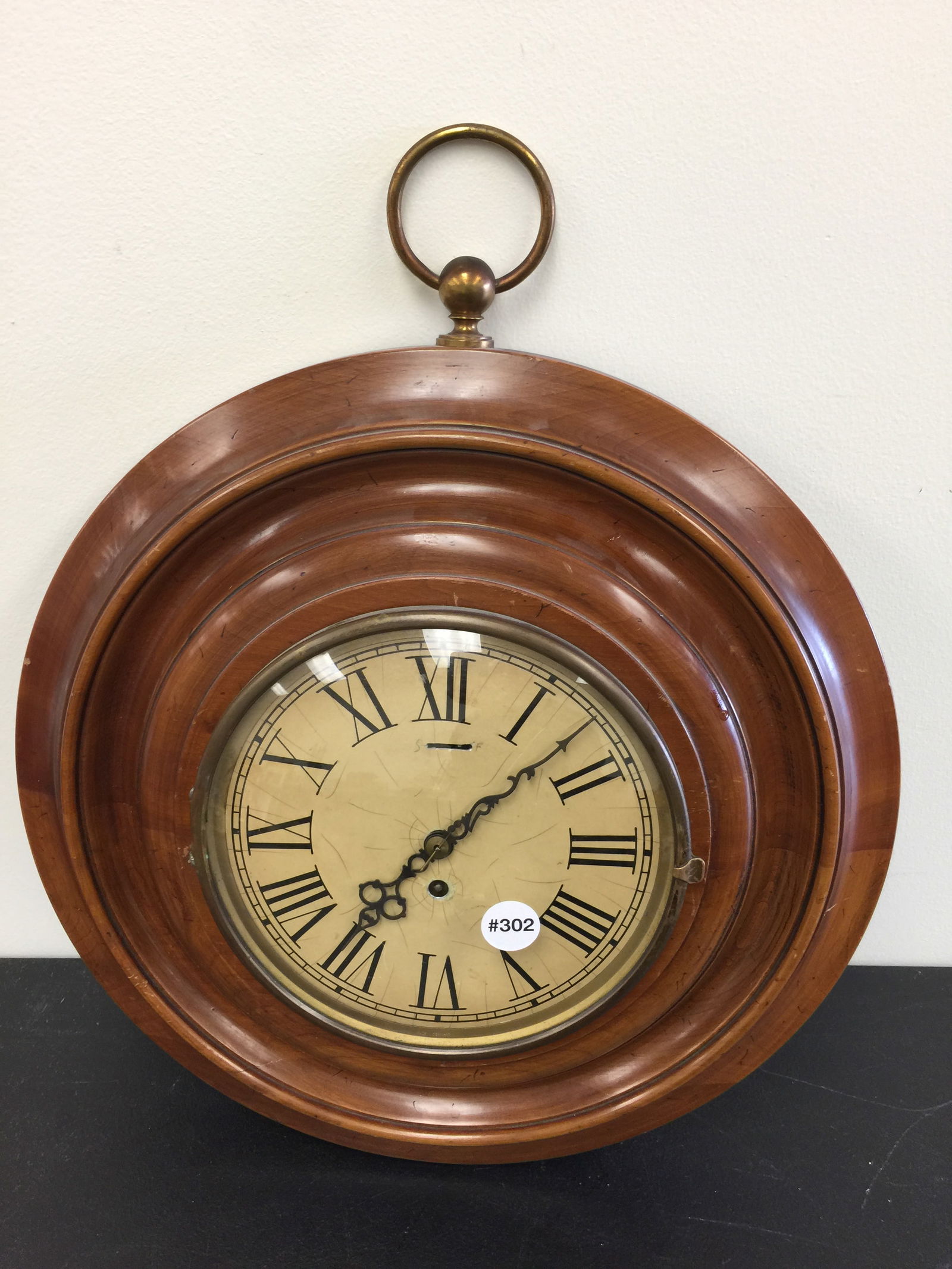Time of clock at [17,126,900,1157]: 7:07
